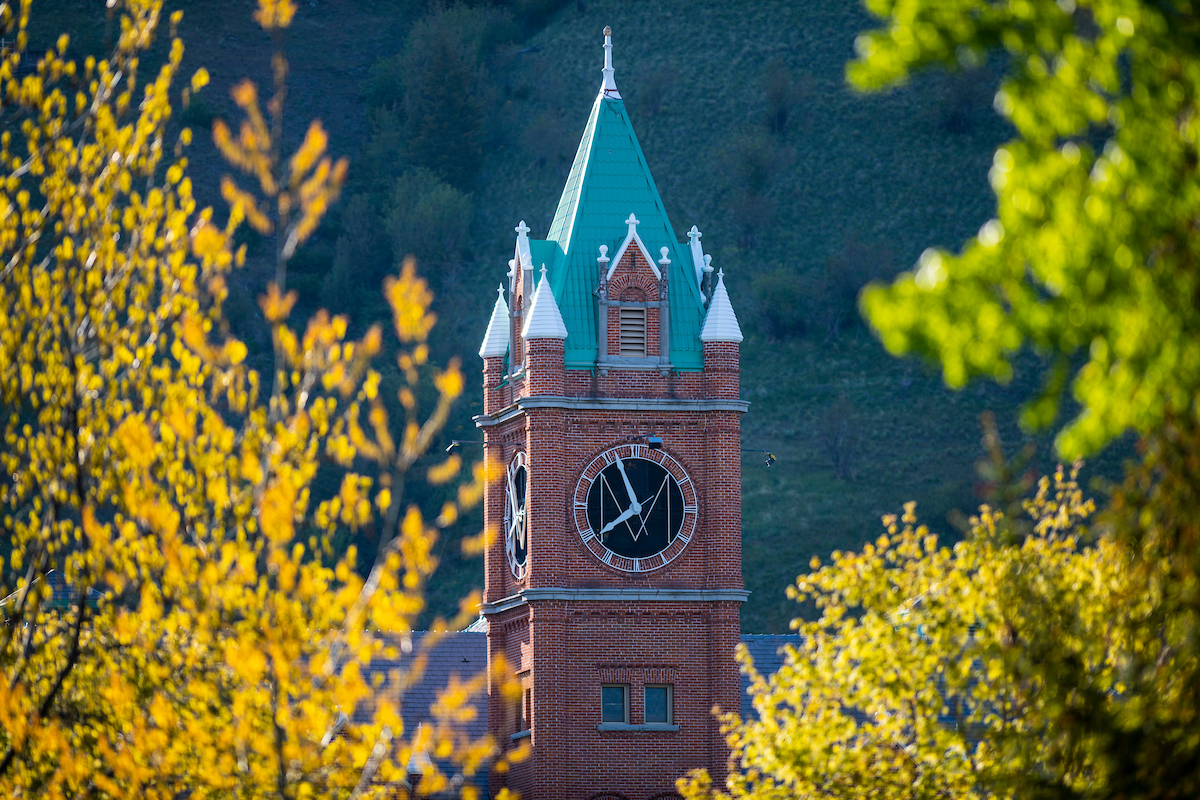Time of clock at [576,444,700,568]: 7:56
